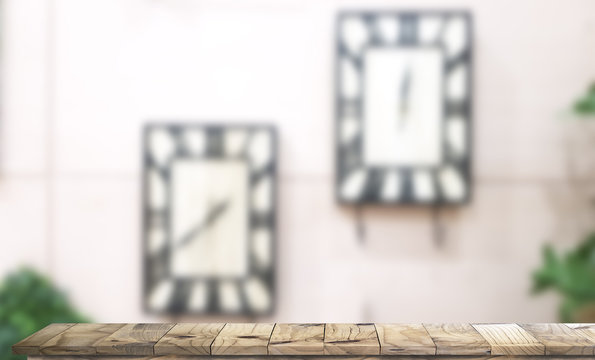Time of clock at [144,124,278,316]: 1:39
